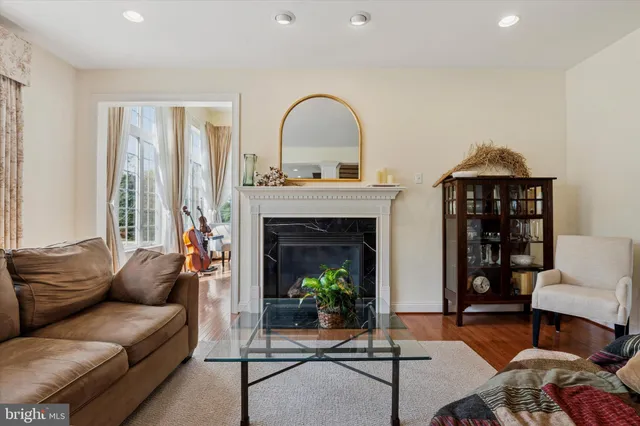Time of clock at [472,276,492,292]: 5:03
